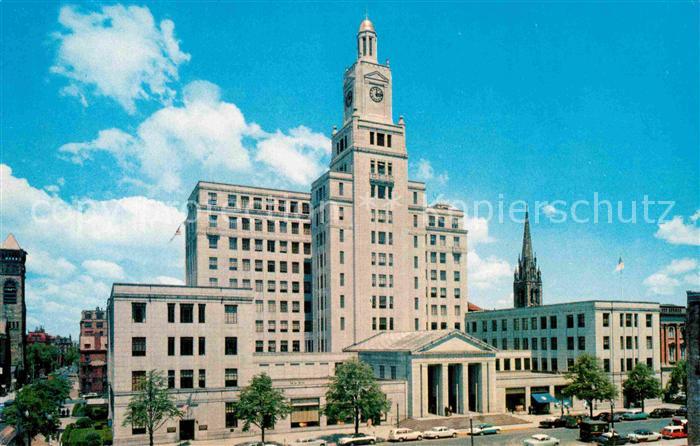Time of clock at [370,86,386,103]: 12:13
